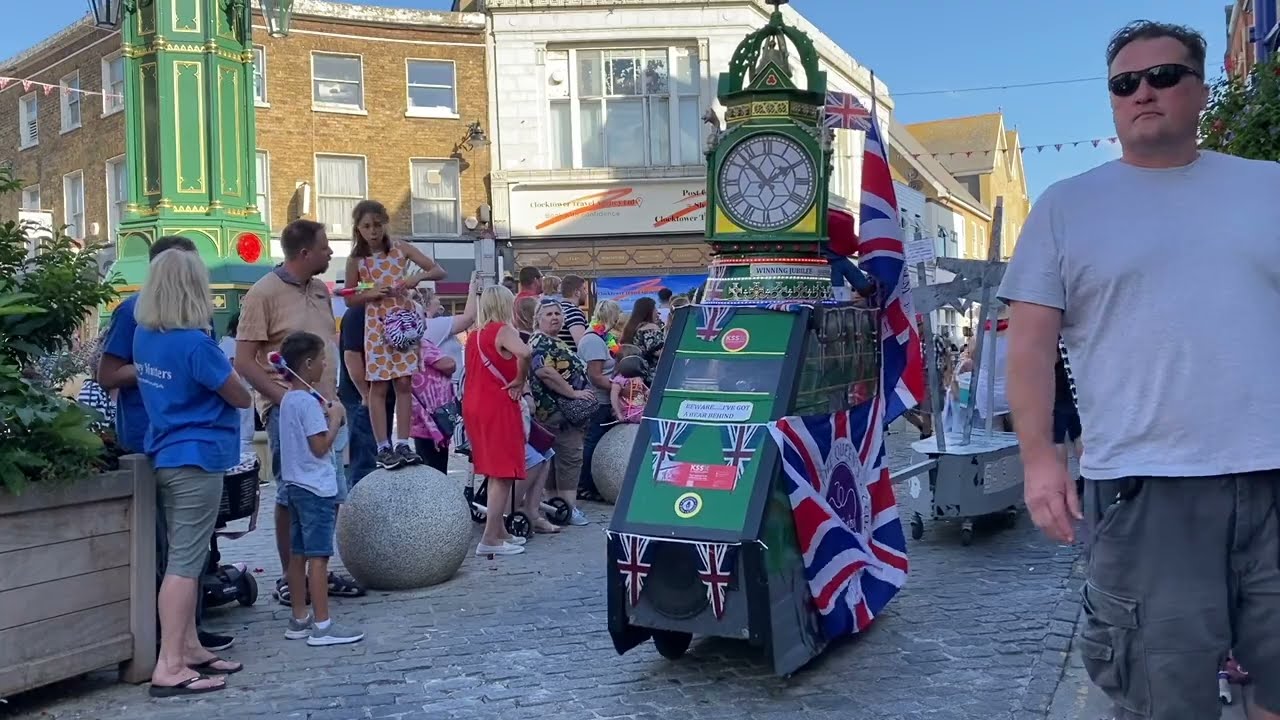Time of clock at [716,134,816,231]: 1:52
